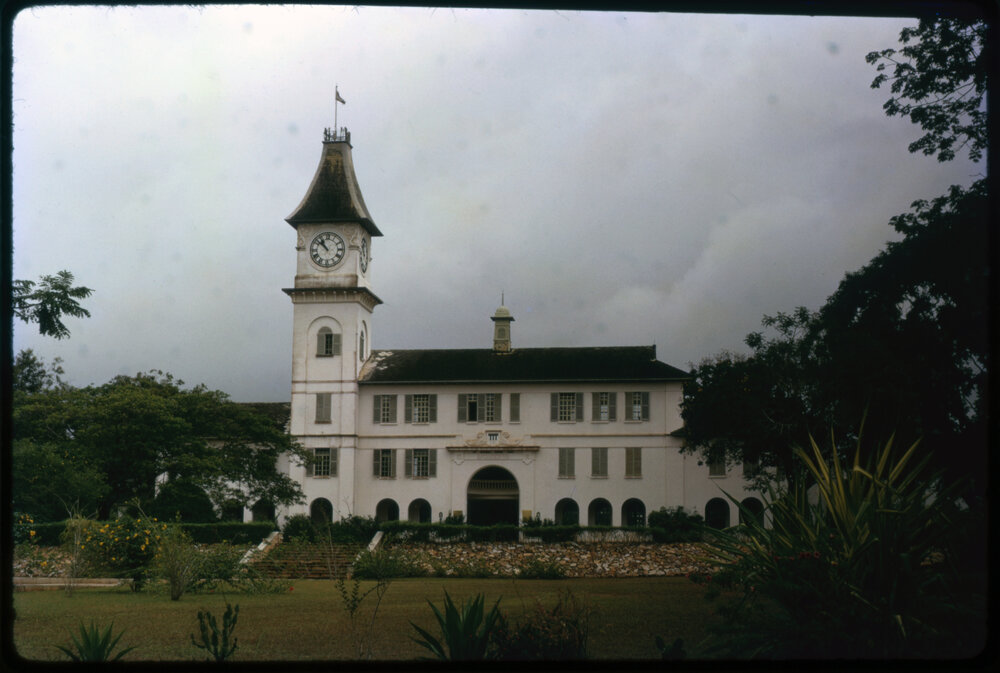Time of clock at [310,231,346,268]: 10:52
